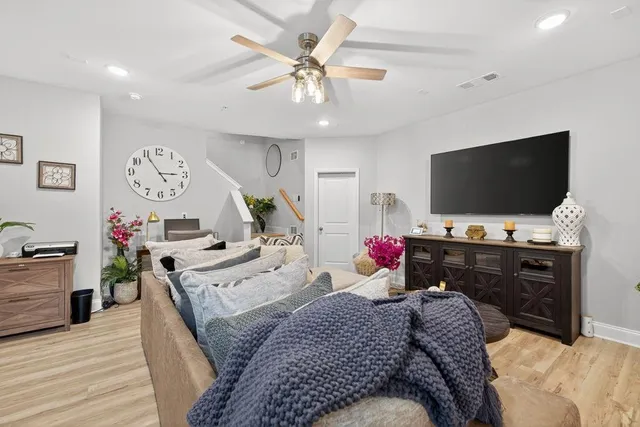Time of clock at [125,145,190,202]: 2:54
